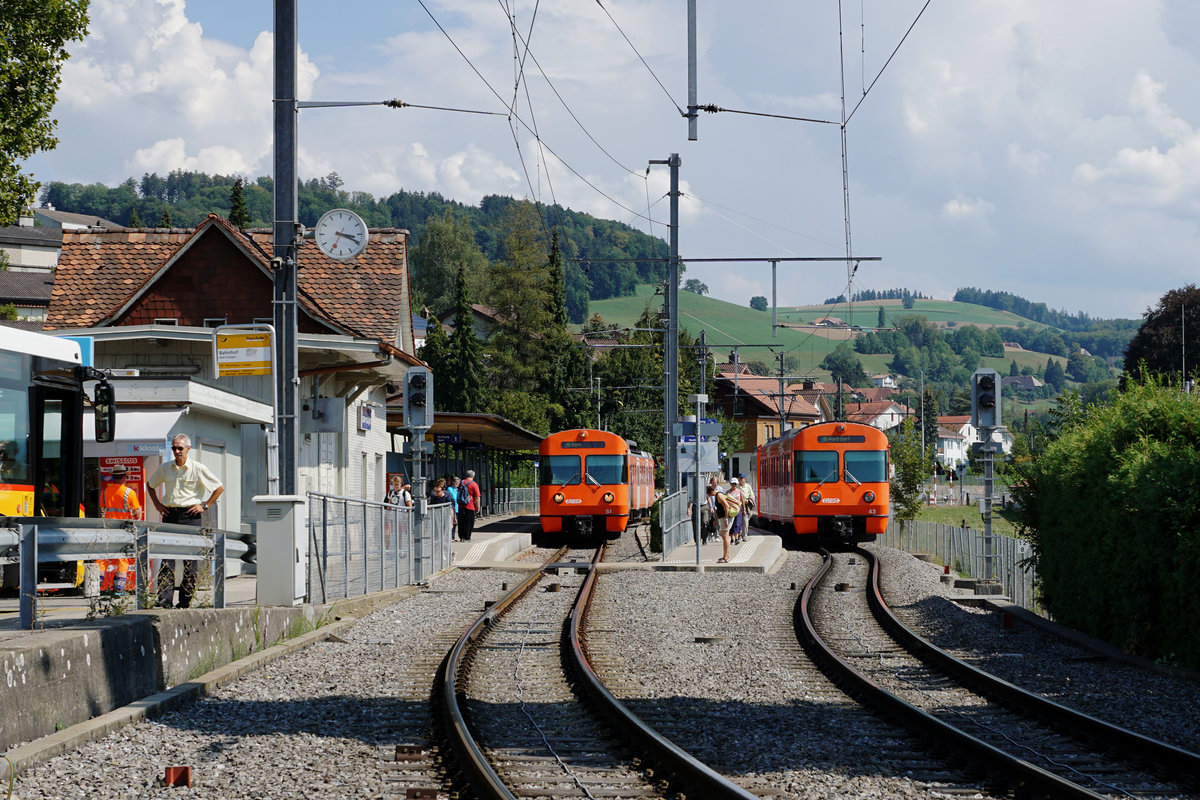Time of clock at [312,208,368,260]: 3:19
